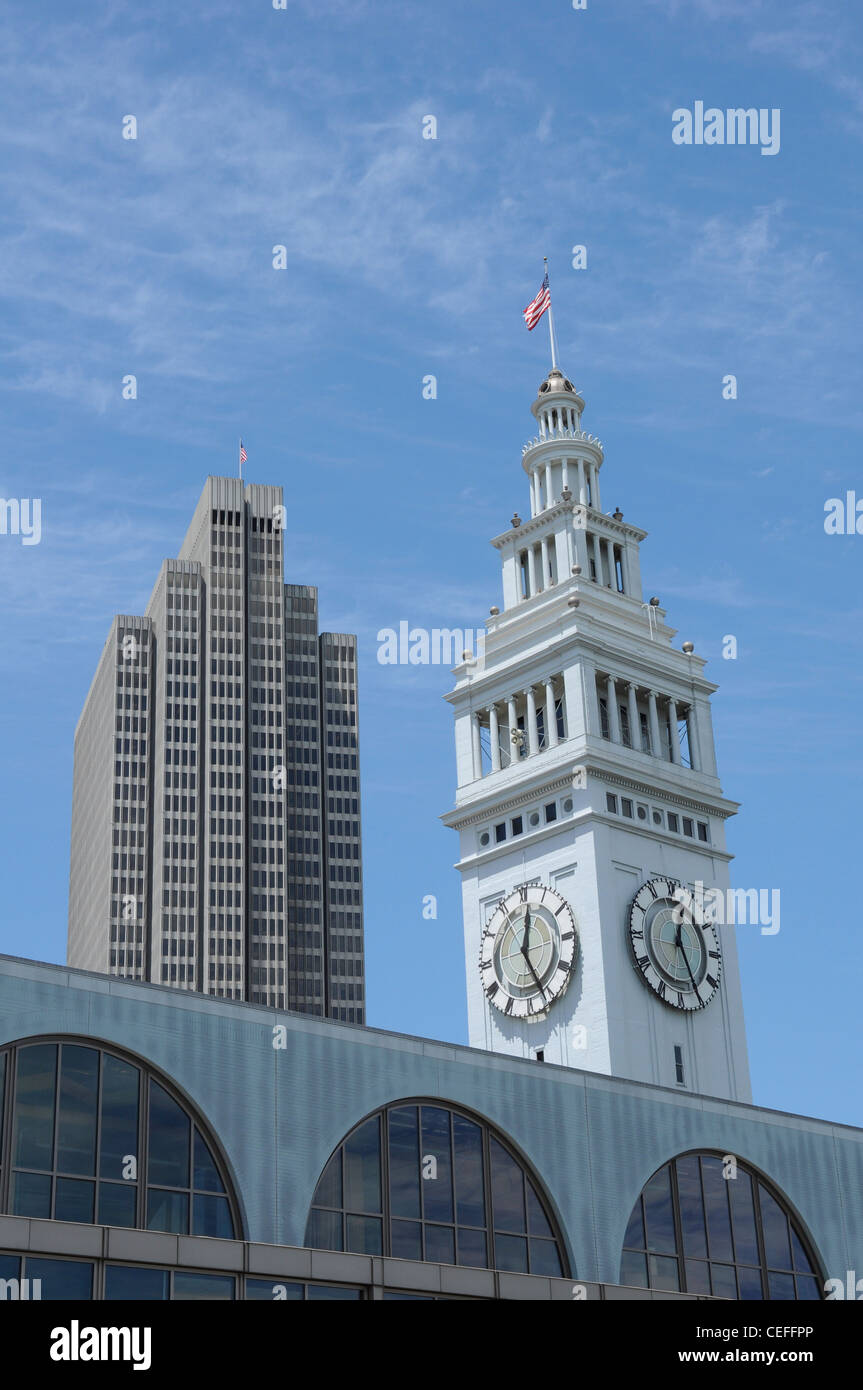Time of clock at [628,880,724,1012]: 12:25
